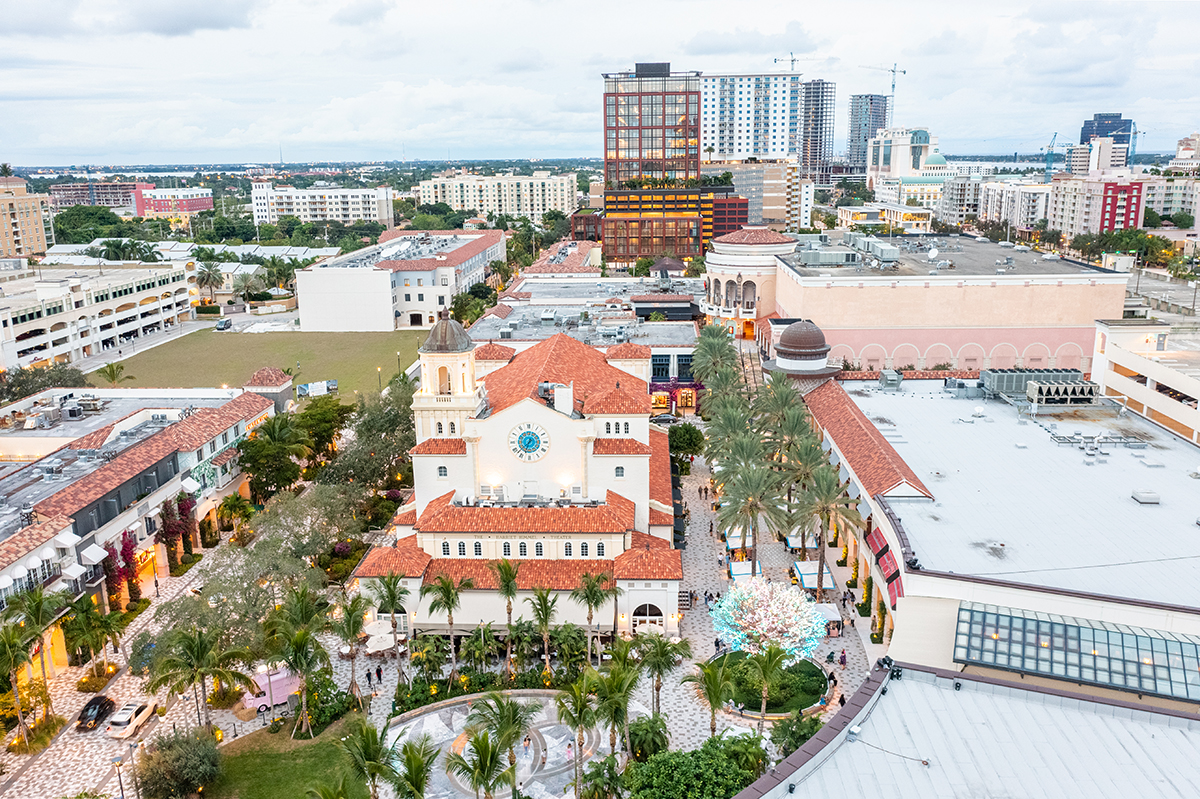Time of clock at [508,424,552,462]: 6:37
